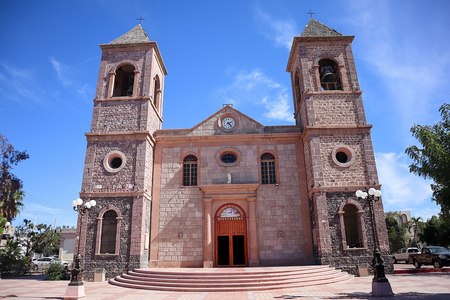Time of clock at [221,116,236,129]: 2:23
